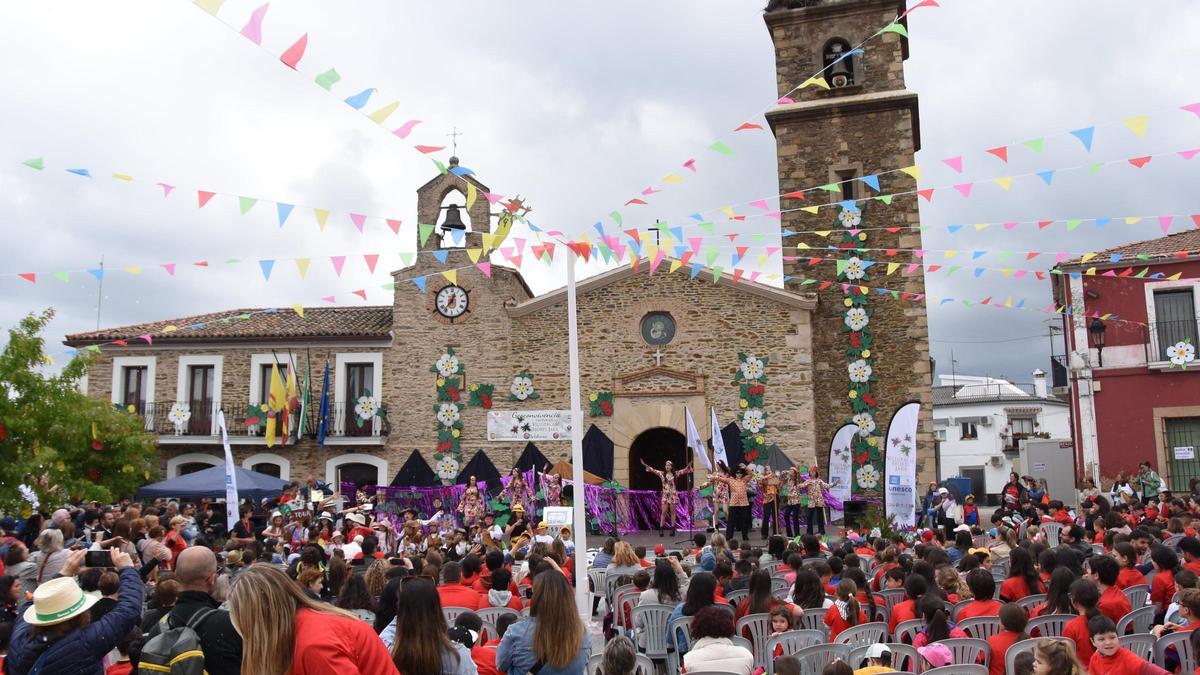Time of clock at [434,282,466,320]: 12:36
